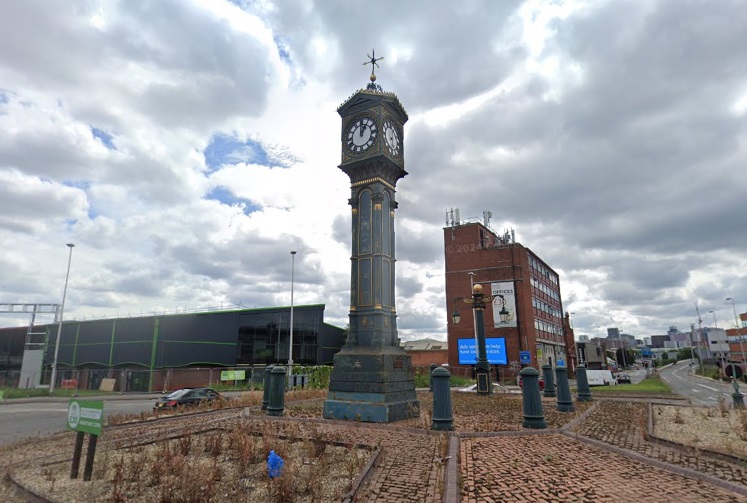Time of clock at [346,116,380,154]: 1:00
